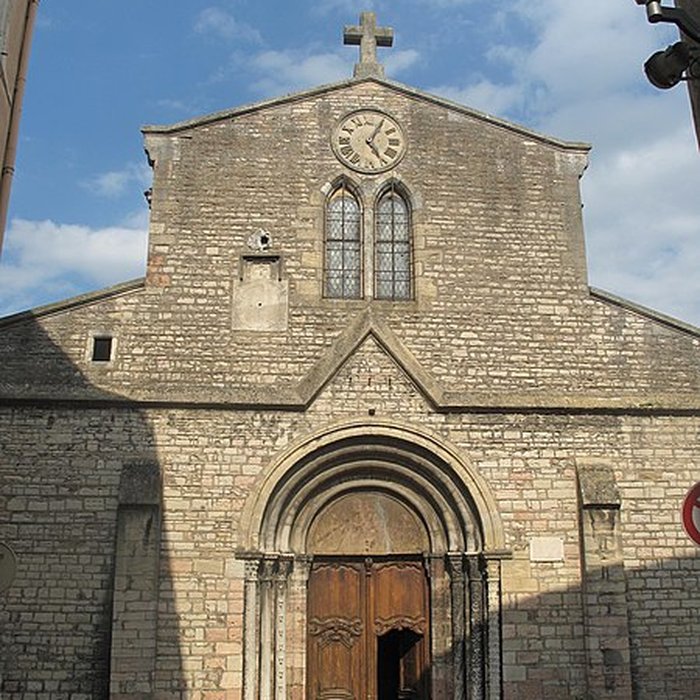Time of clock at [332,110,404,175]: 5:05
